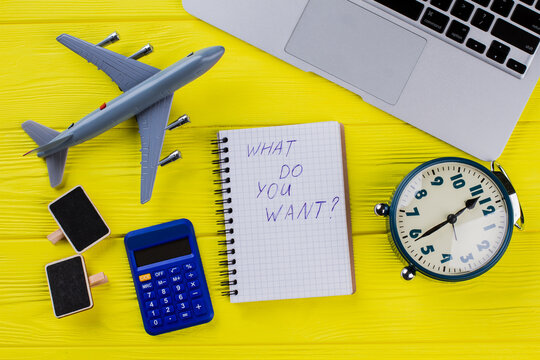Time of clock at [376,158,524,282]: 1:38
